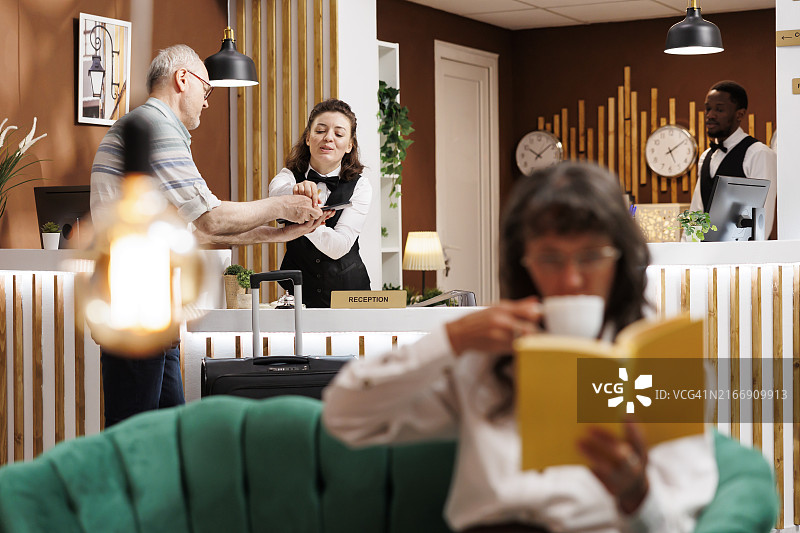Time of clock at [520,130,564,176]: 10:08
